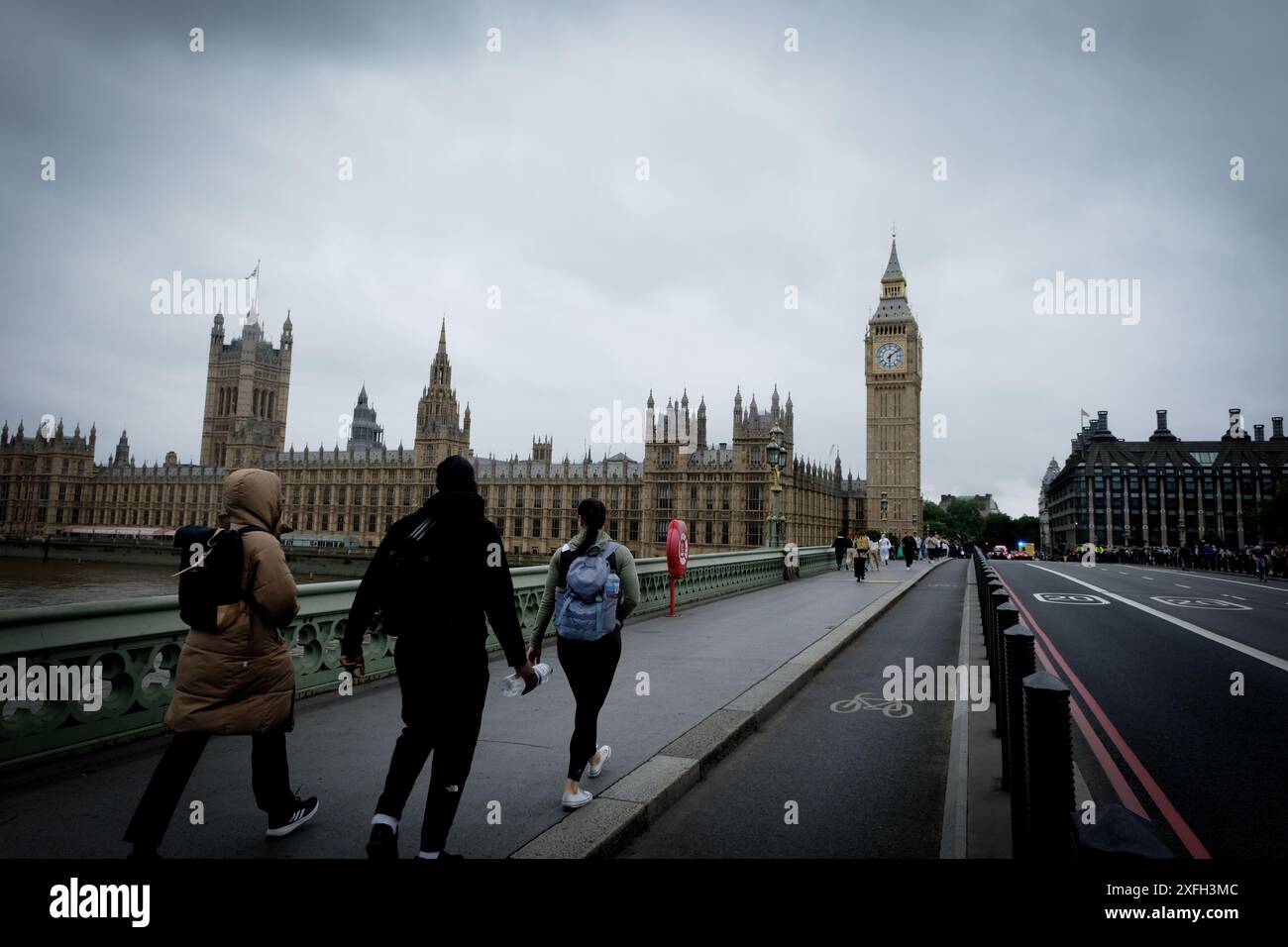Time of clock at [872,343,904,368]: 6:08
